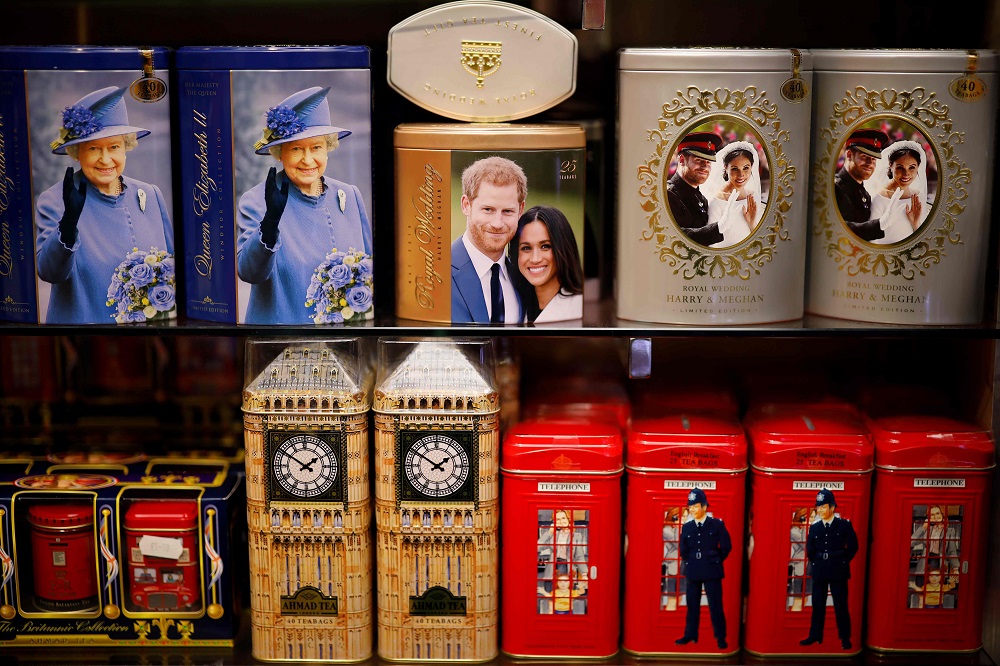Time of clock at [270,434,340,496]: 1:50
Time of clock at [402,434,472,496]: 1:50
